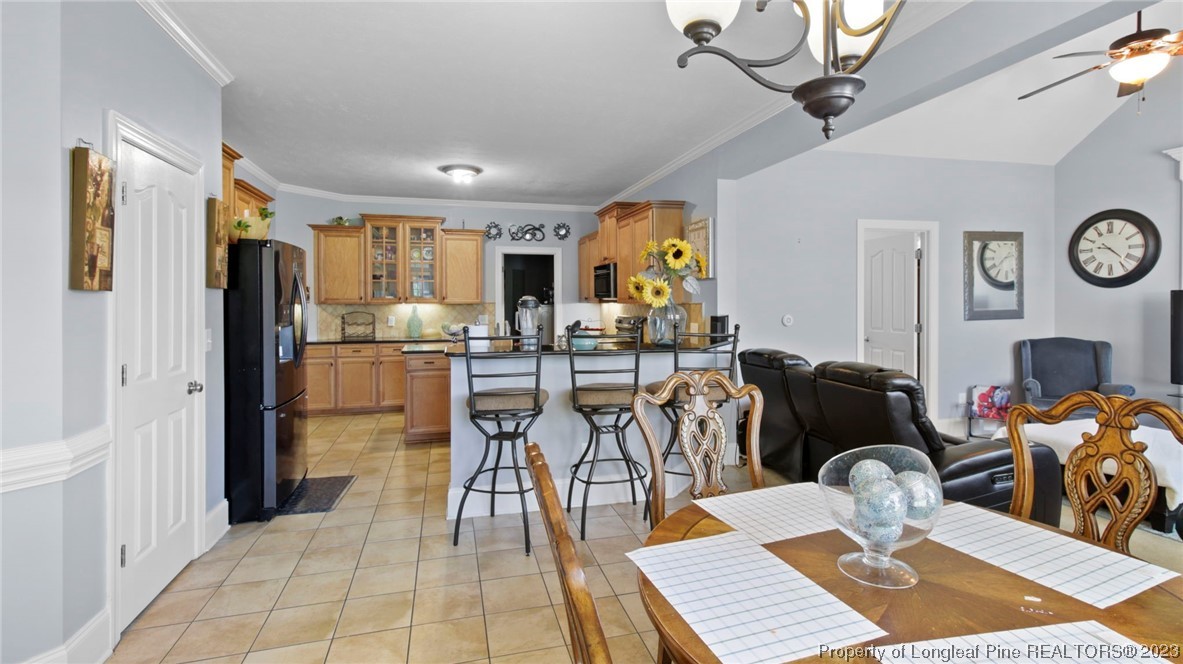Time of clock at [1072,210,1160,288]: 9:22
